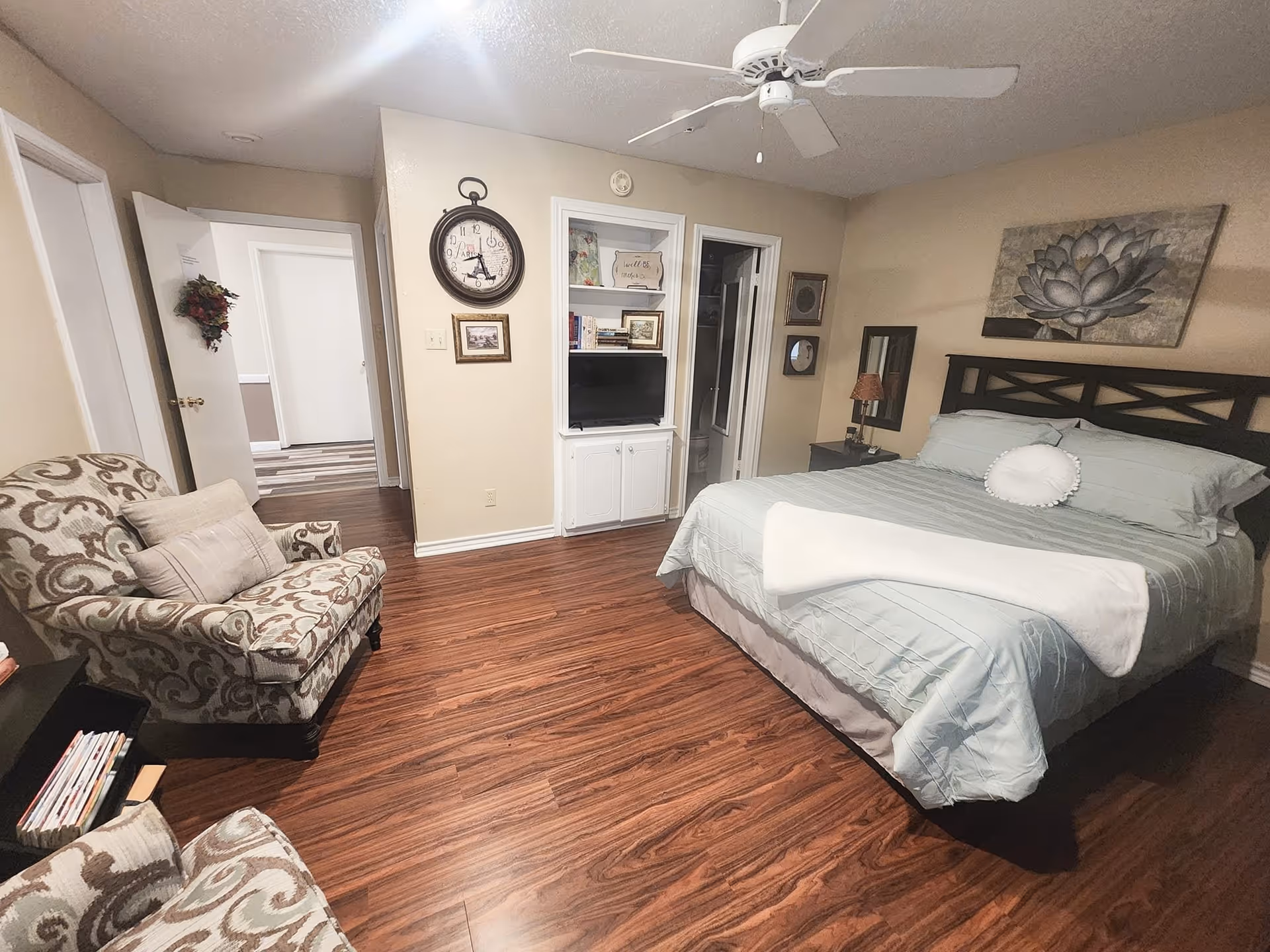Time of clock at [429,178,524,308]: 8:25
